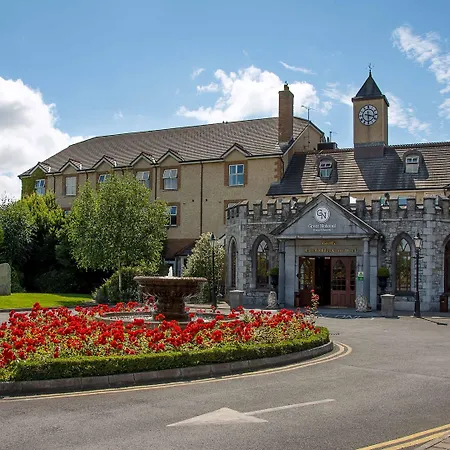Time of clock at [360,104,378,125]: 3:29
